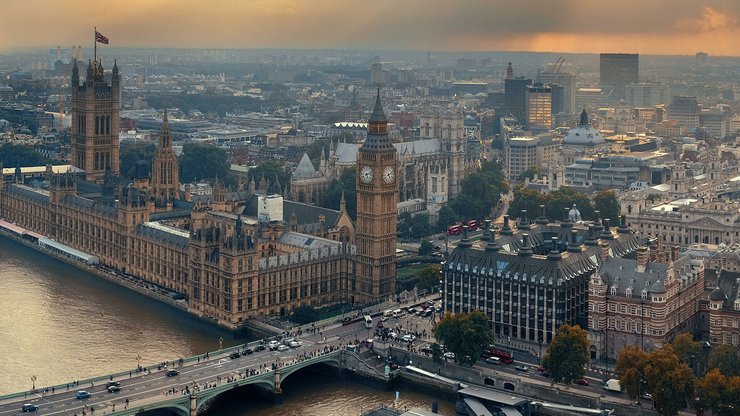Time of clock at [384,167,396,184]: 5:11
